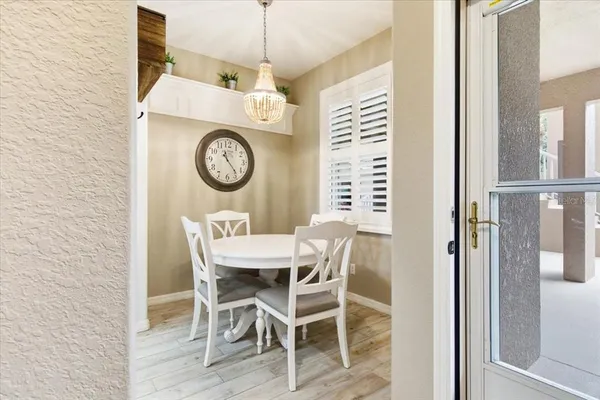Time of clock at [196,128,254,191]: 11:23
